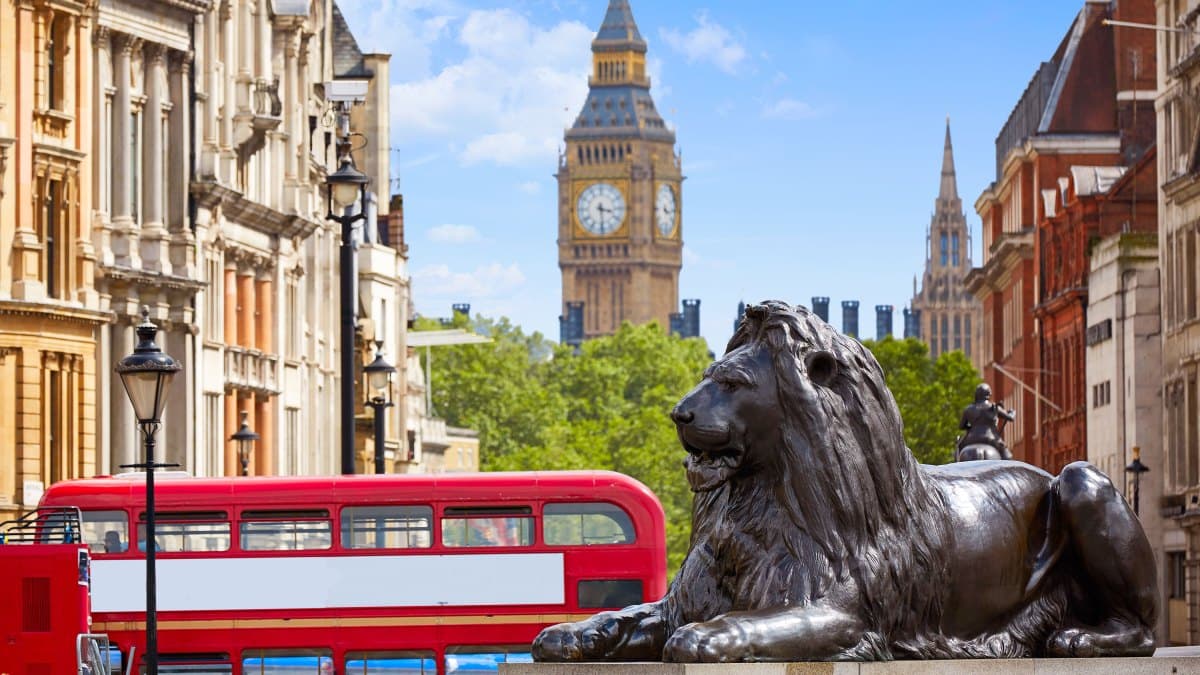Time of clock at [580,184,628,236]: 3:29
